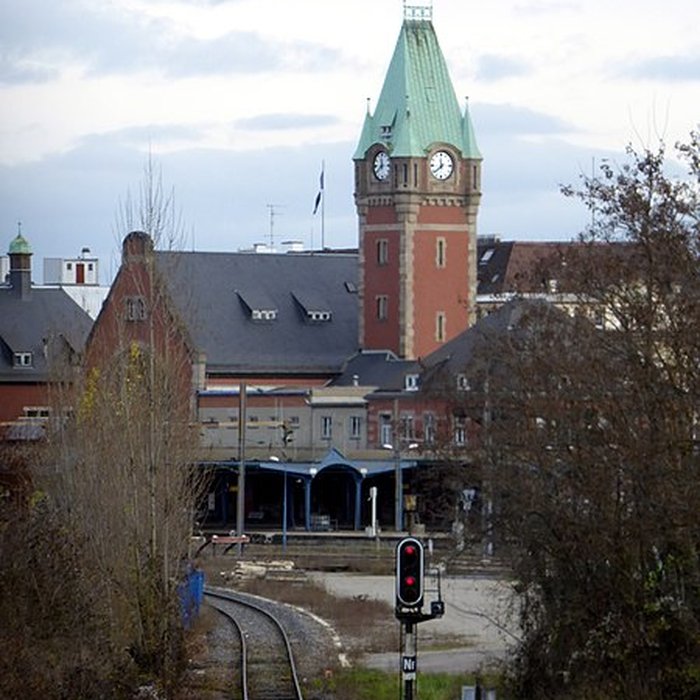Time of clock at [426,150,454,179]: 11:38
